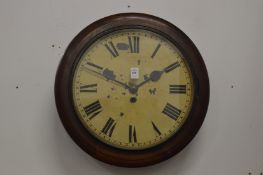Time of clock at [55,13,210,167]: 1:49
